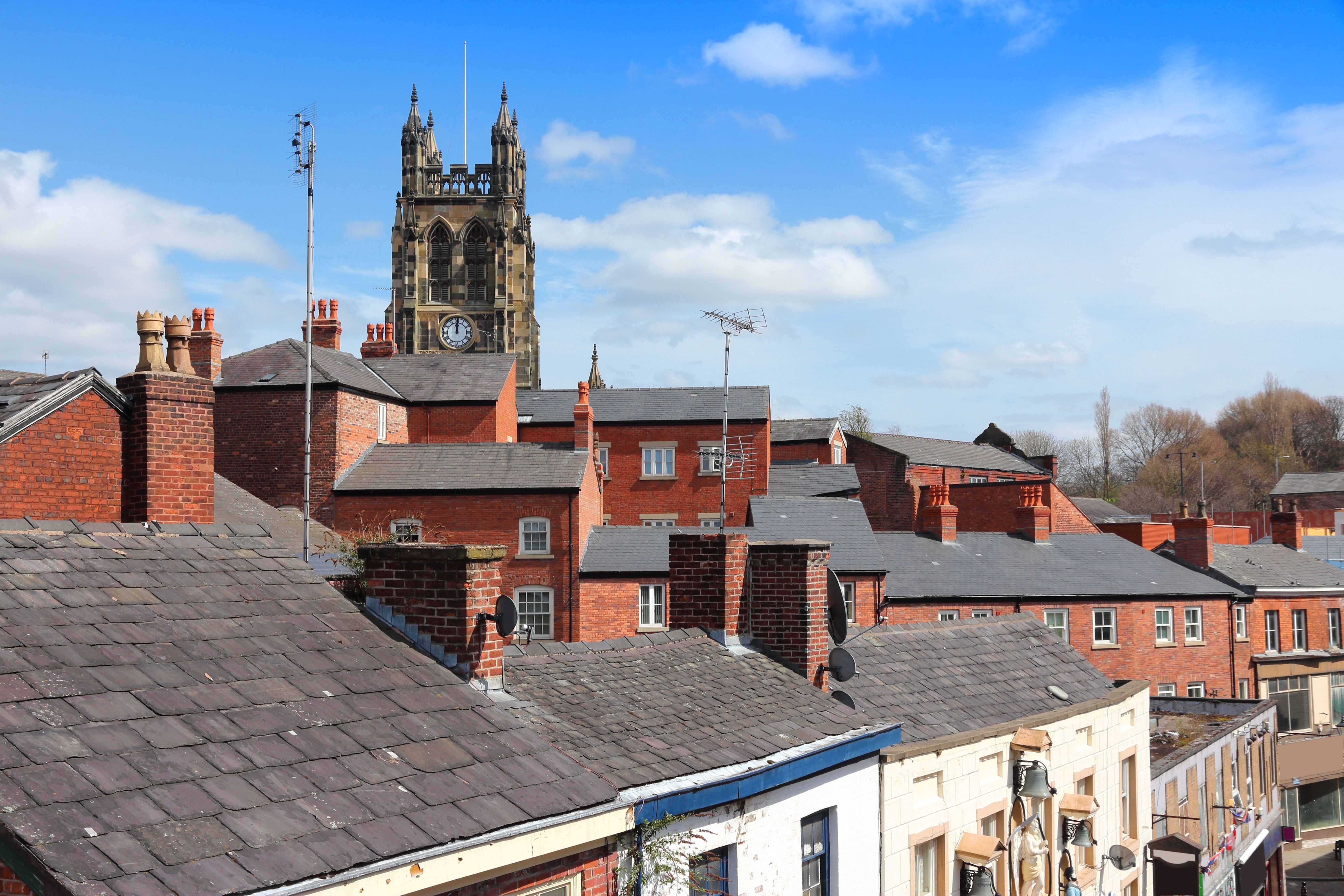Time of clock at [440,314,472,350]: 11:59
